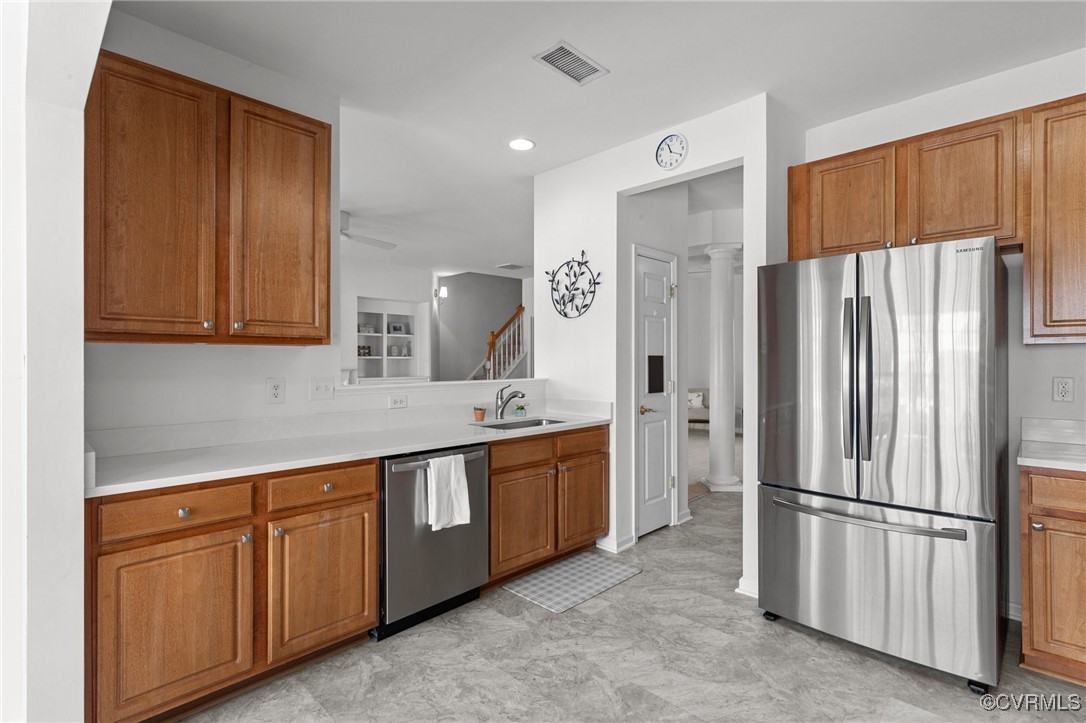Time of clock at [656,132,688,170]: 11:19
